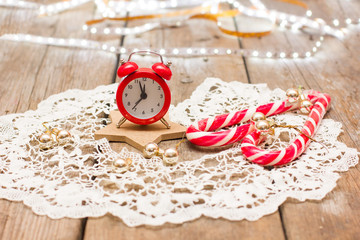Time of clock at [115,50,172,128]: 11:36
